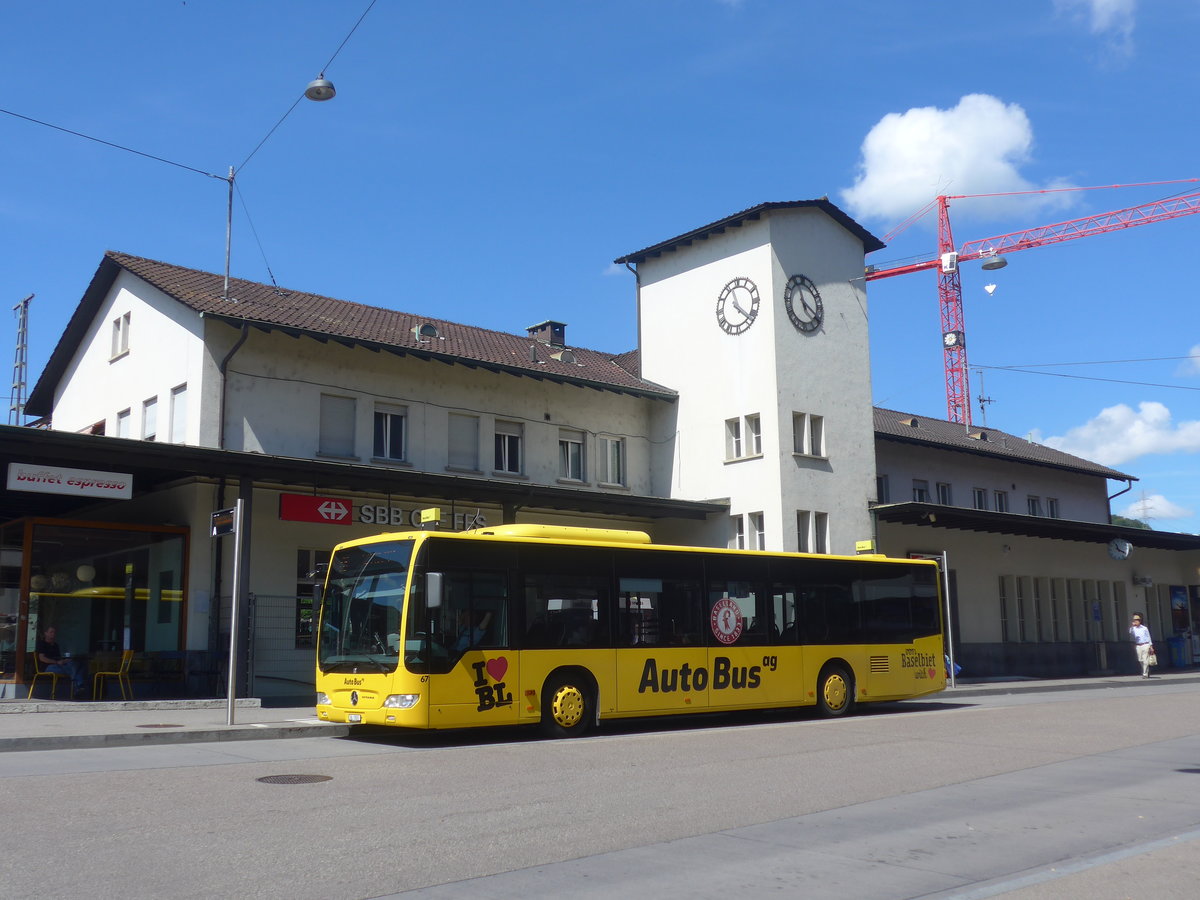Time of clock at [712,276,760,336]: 11:21
